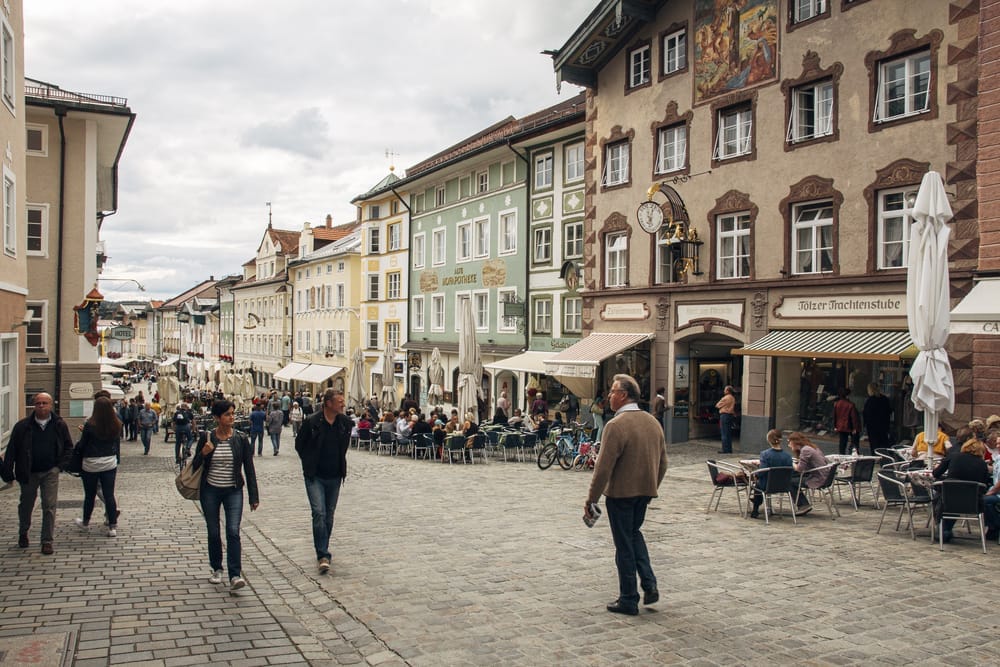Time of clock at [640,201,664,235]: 6:03
